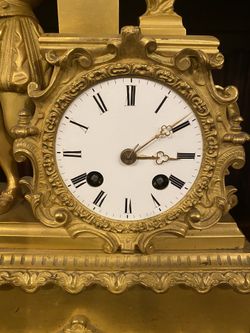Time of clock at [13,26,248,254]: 3:09
